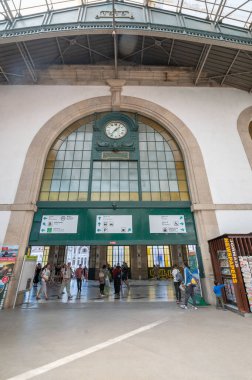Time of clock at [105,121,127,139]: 1:36
